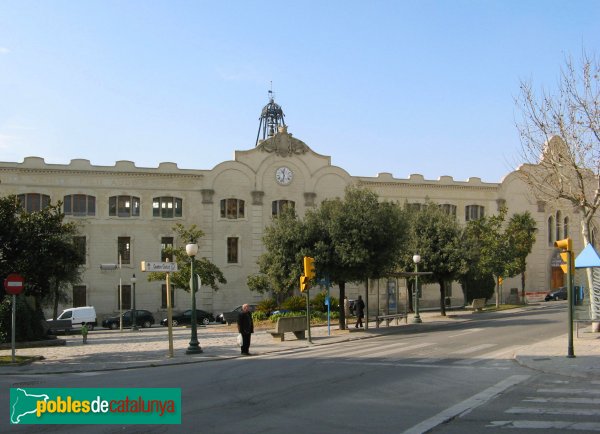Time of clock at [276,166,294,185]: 11:32
